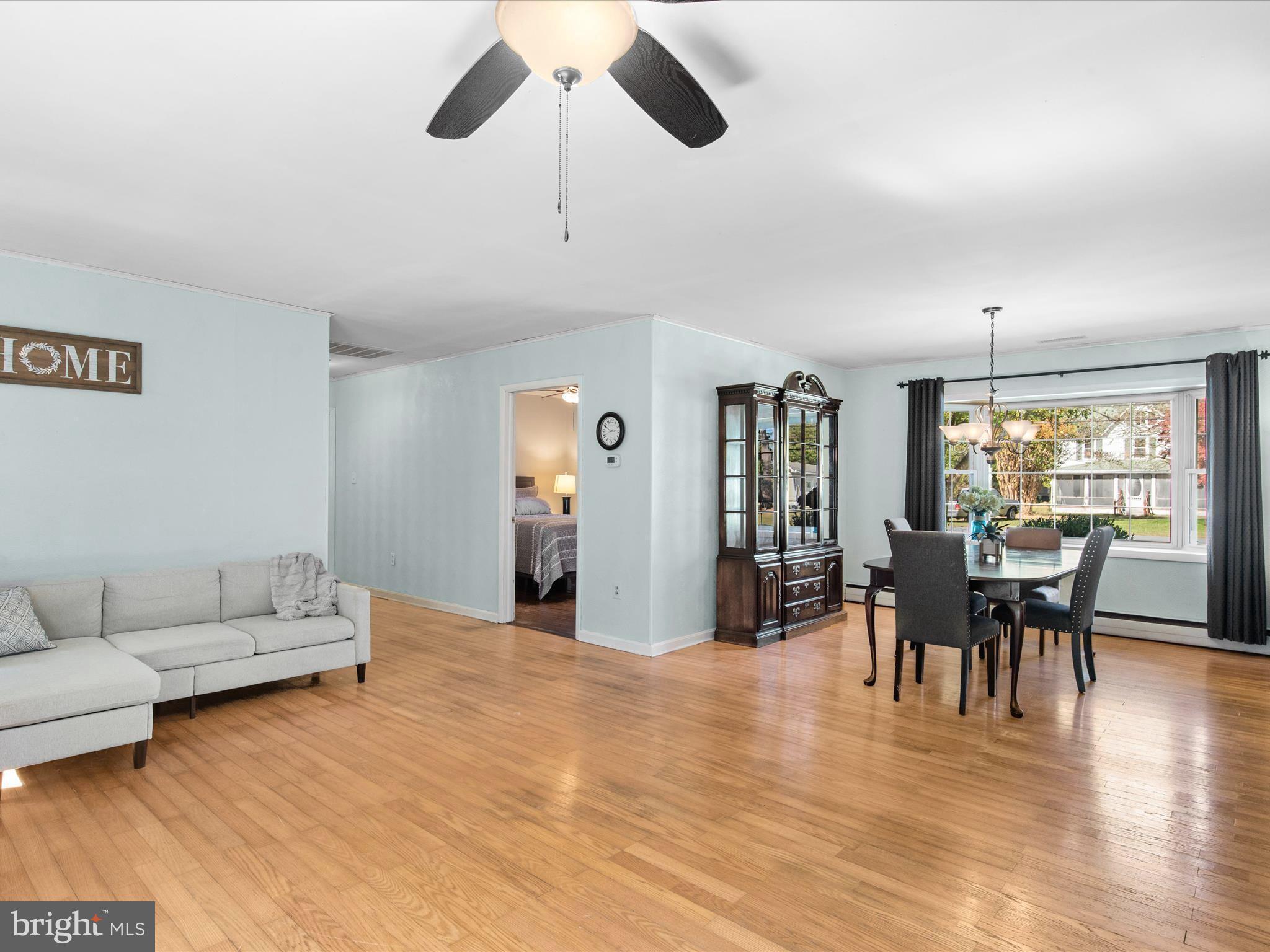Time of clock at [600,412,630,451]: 2:49
